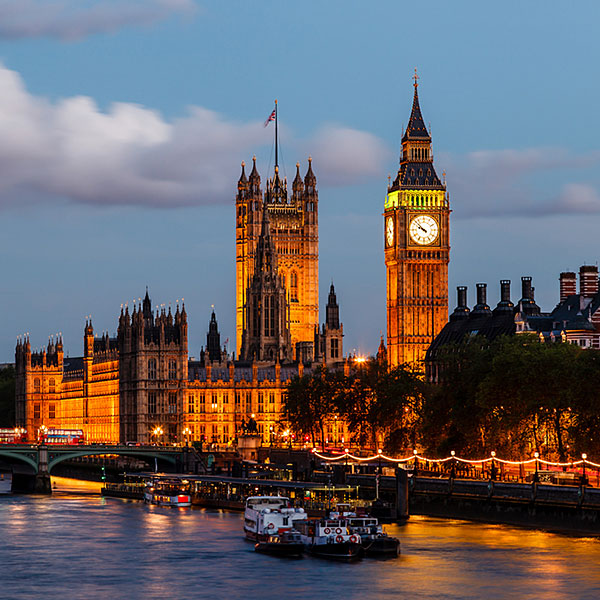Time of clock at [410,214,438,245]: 9:52
